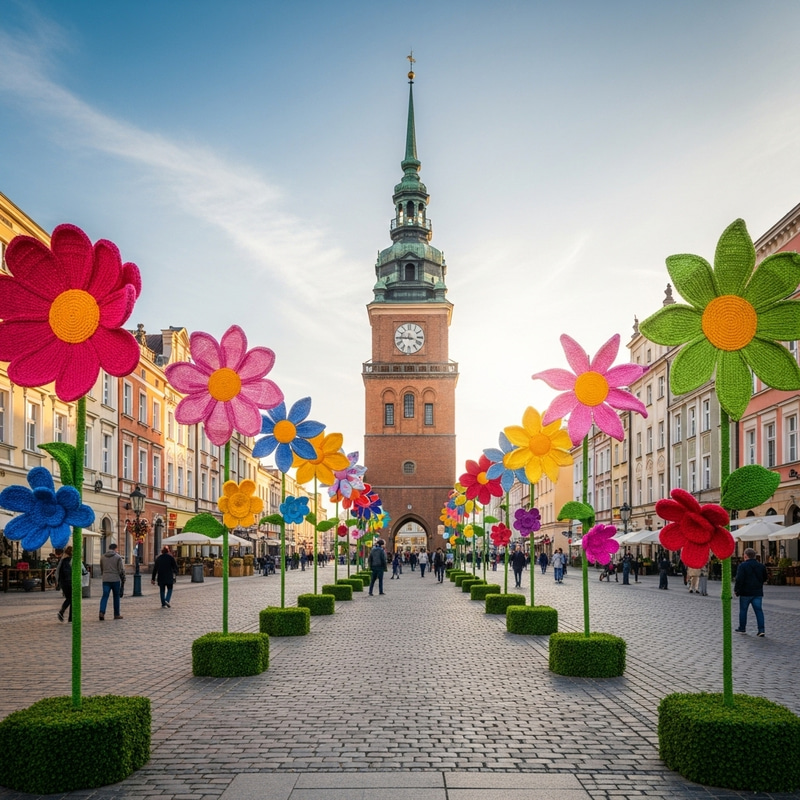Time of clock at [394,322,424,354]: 3:45
